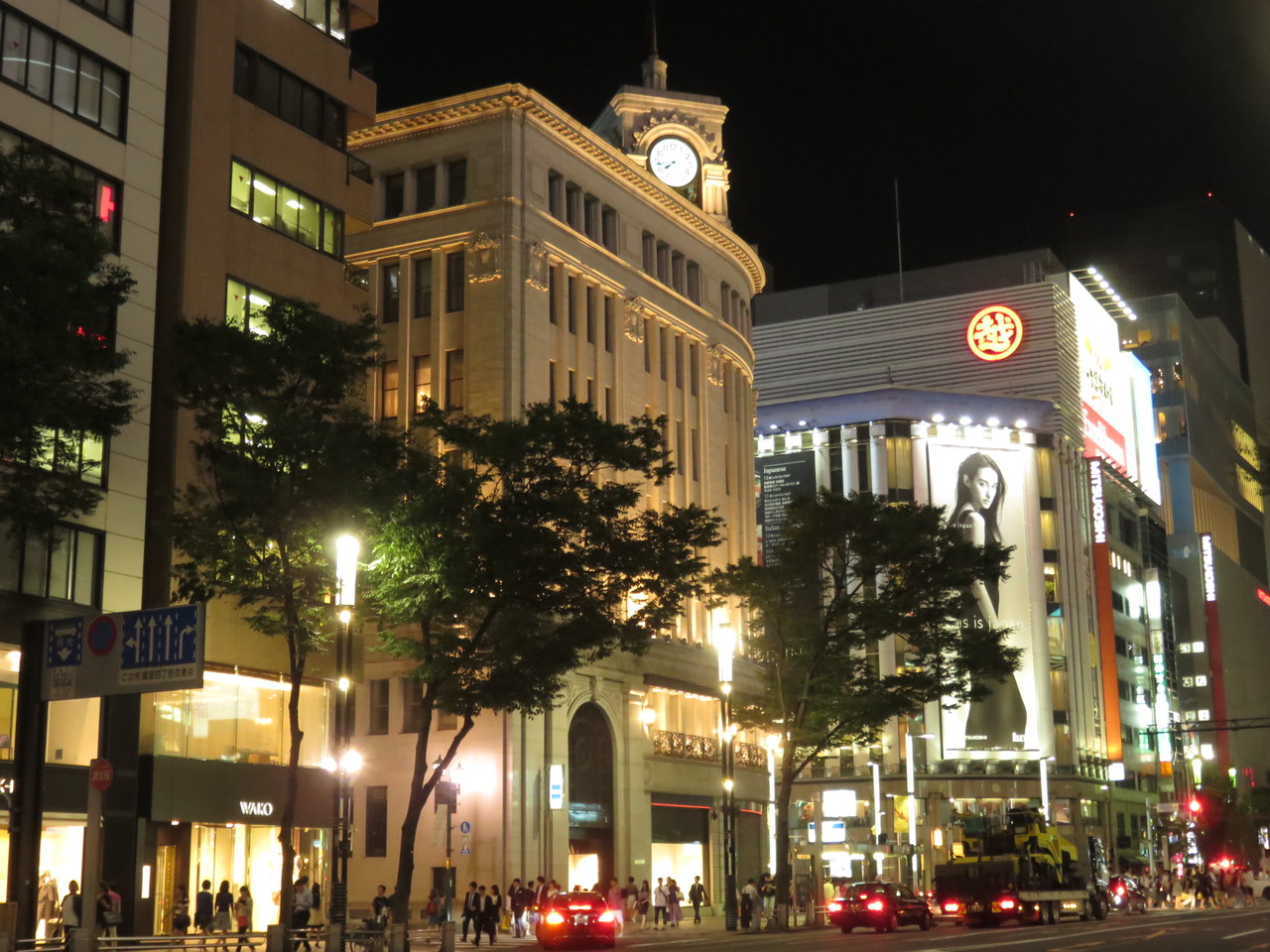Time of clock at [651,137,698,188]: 7:42
